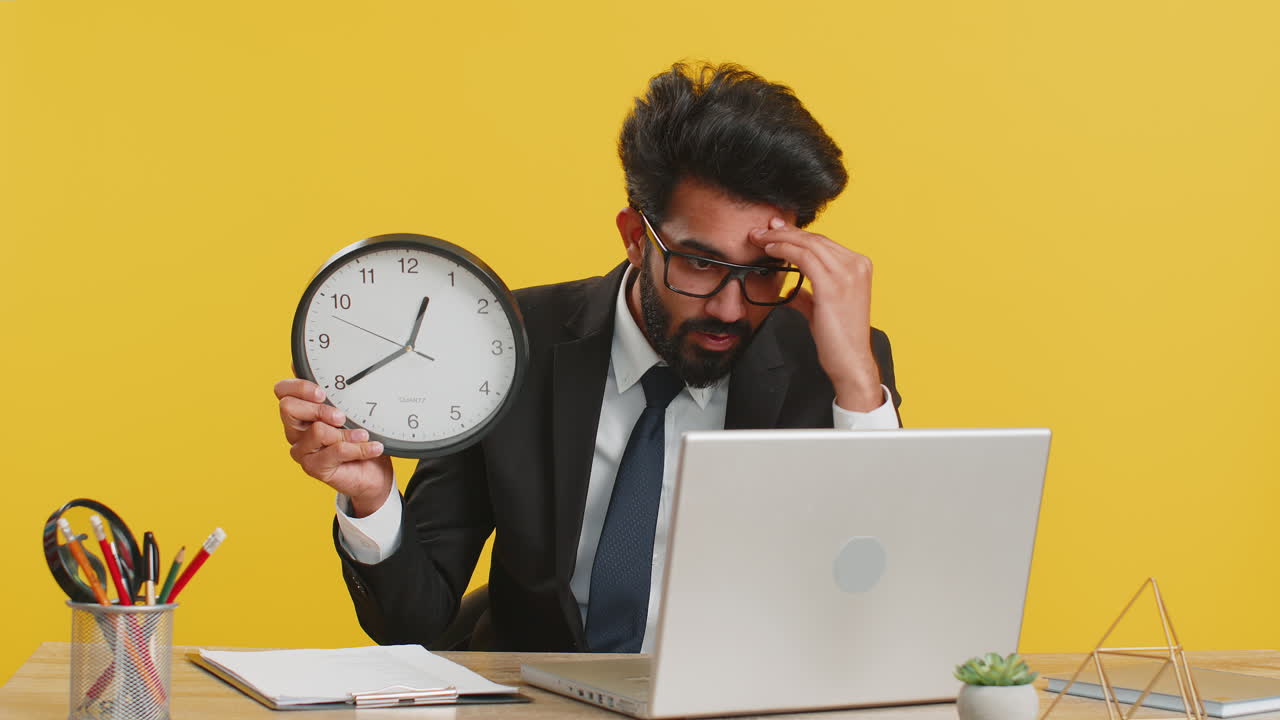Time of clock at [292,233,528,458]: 12:39
